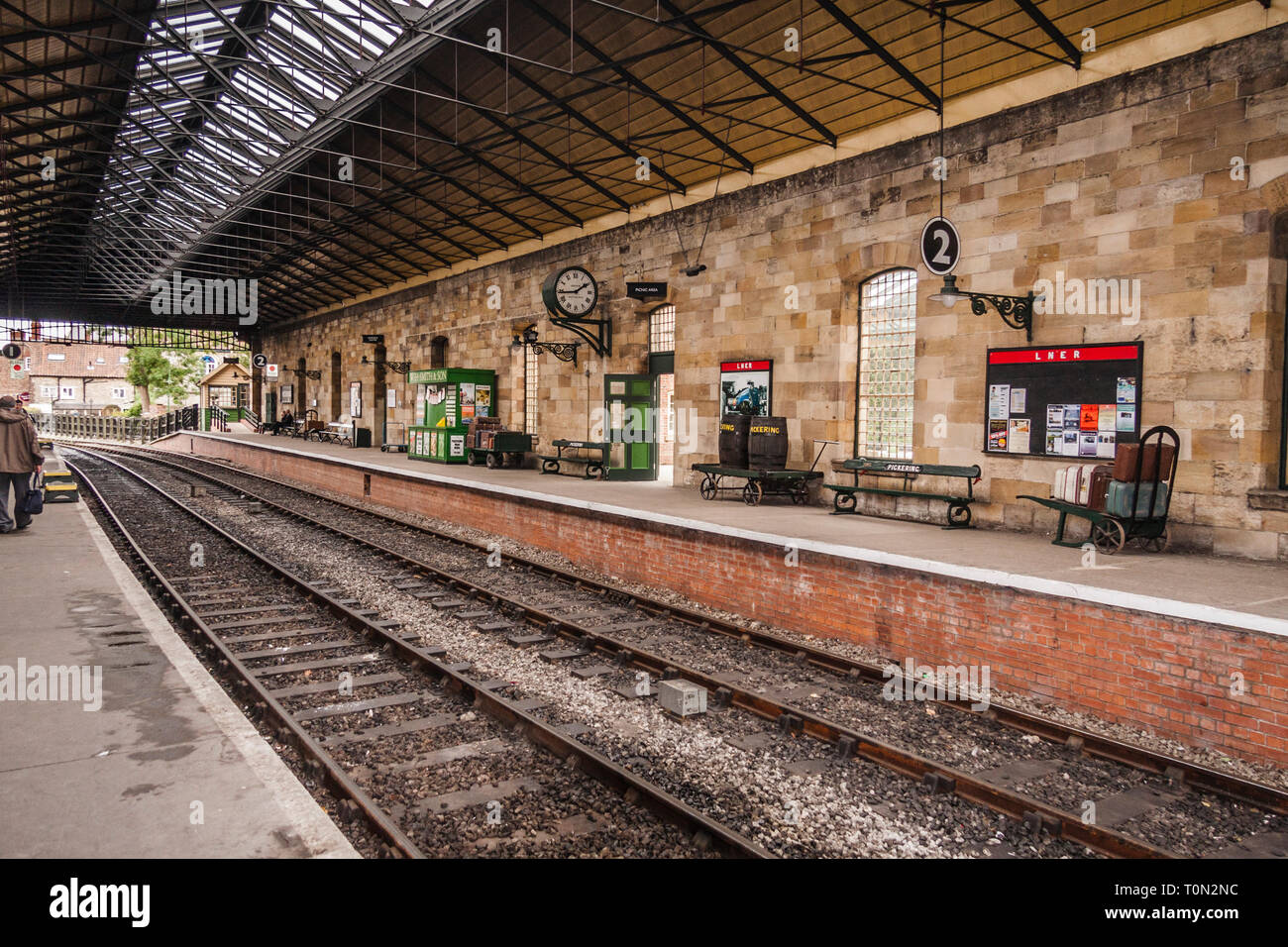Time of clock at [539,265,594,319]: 1:44
